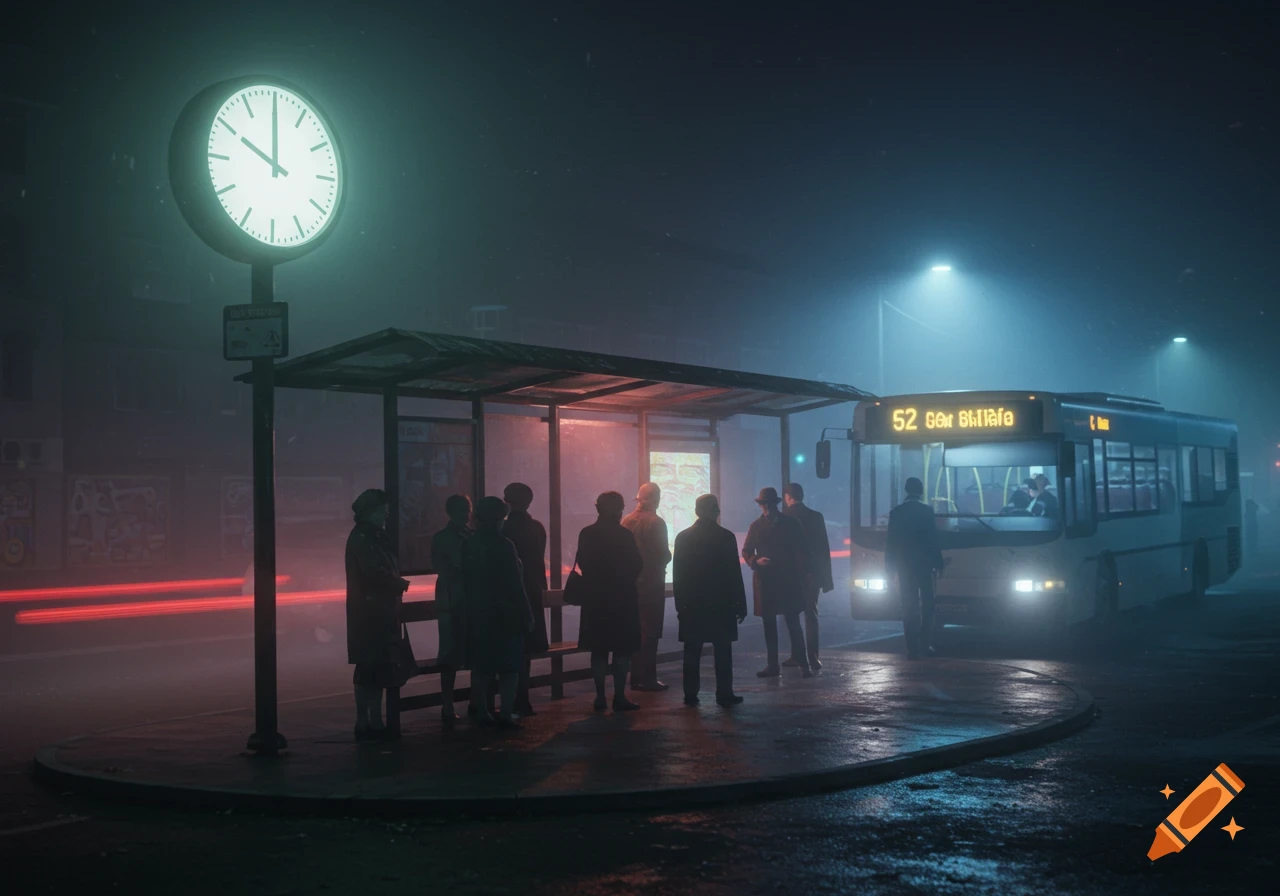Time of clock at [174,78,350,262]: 10:00
